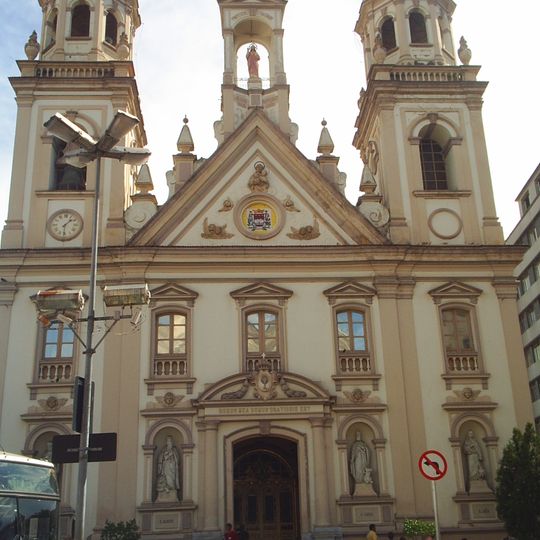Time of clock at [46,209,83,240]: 1:30
